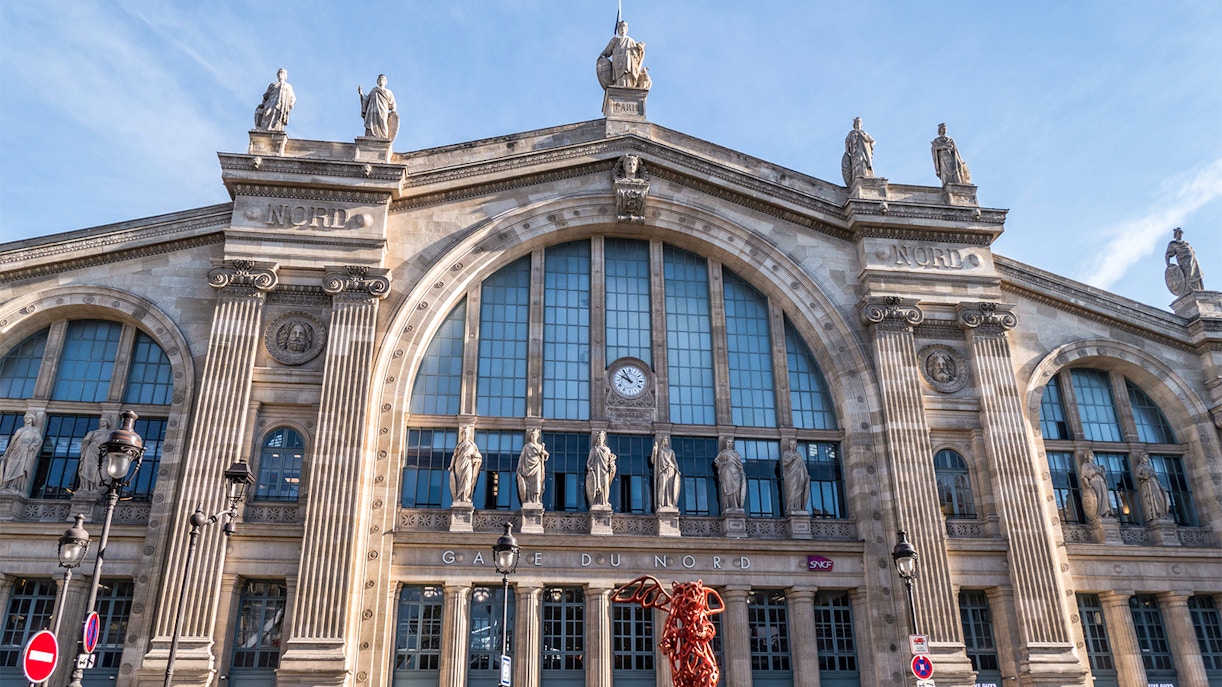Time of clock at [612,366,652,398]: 9:54
